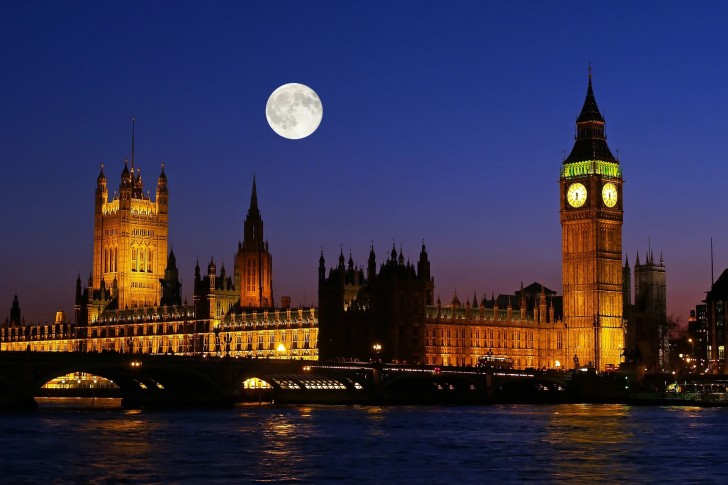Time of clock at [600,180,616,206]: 6:27
